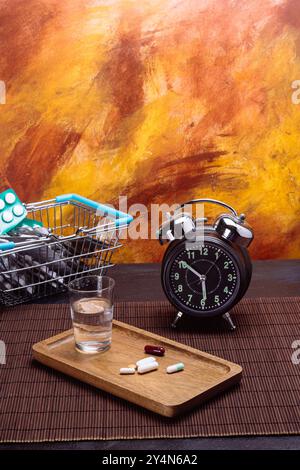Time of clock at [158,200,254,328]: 5:51
